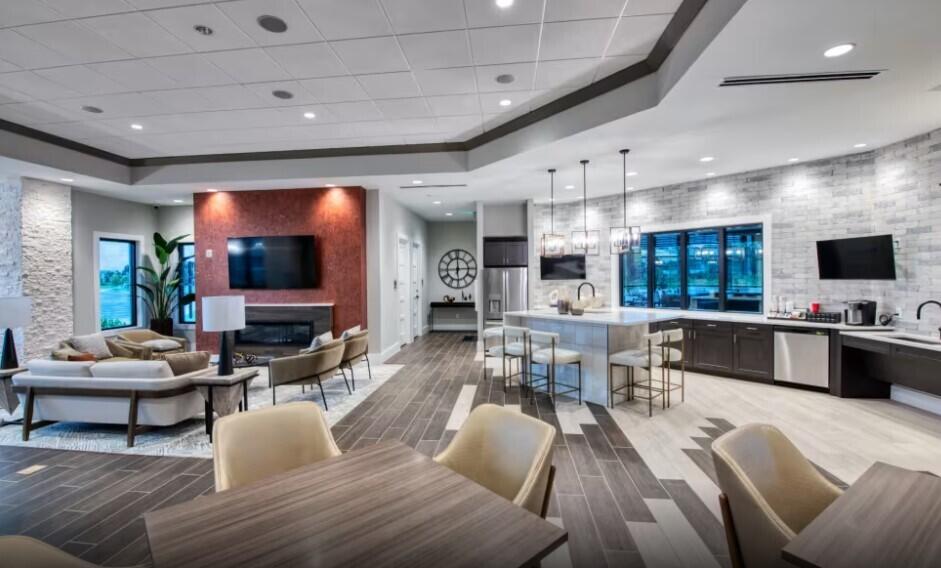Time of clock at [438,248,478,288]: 2:59
